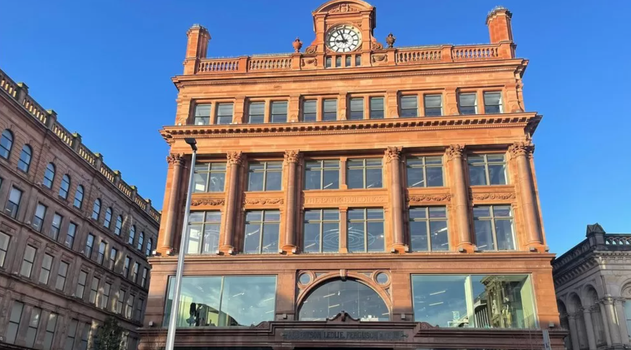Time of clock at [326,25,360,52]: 8:56
